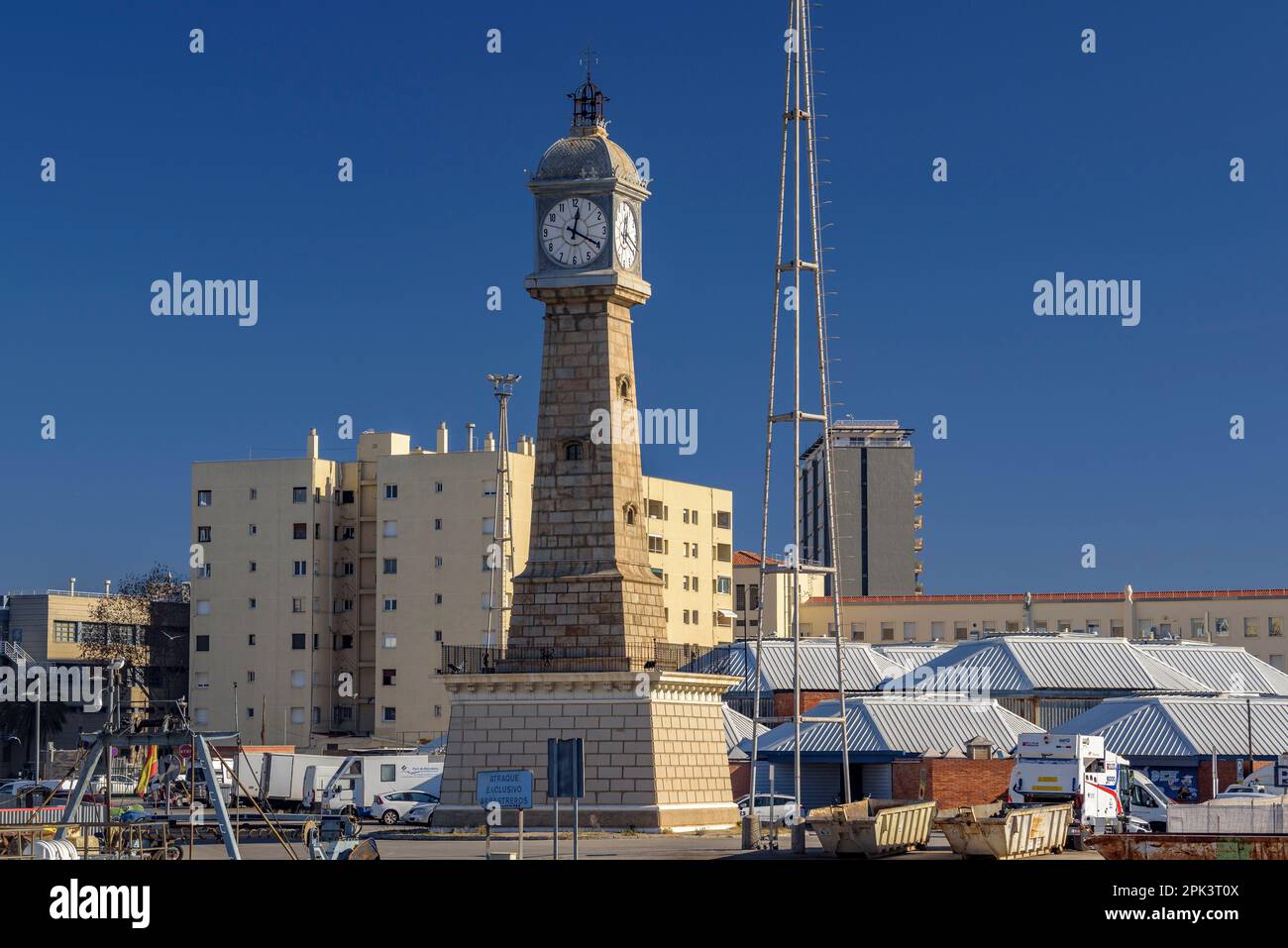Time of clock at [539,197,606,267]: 12:19
